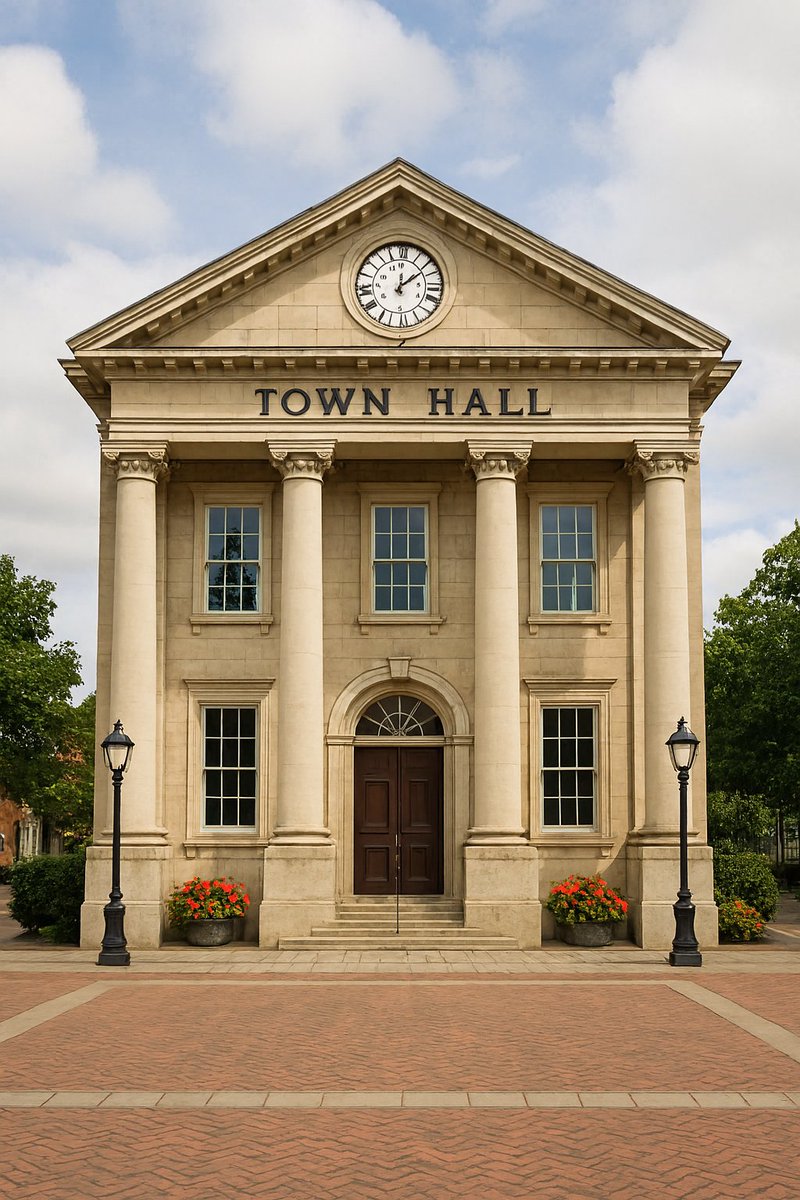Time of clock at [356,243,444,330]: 12:07
